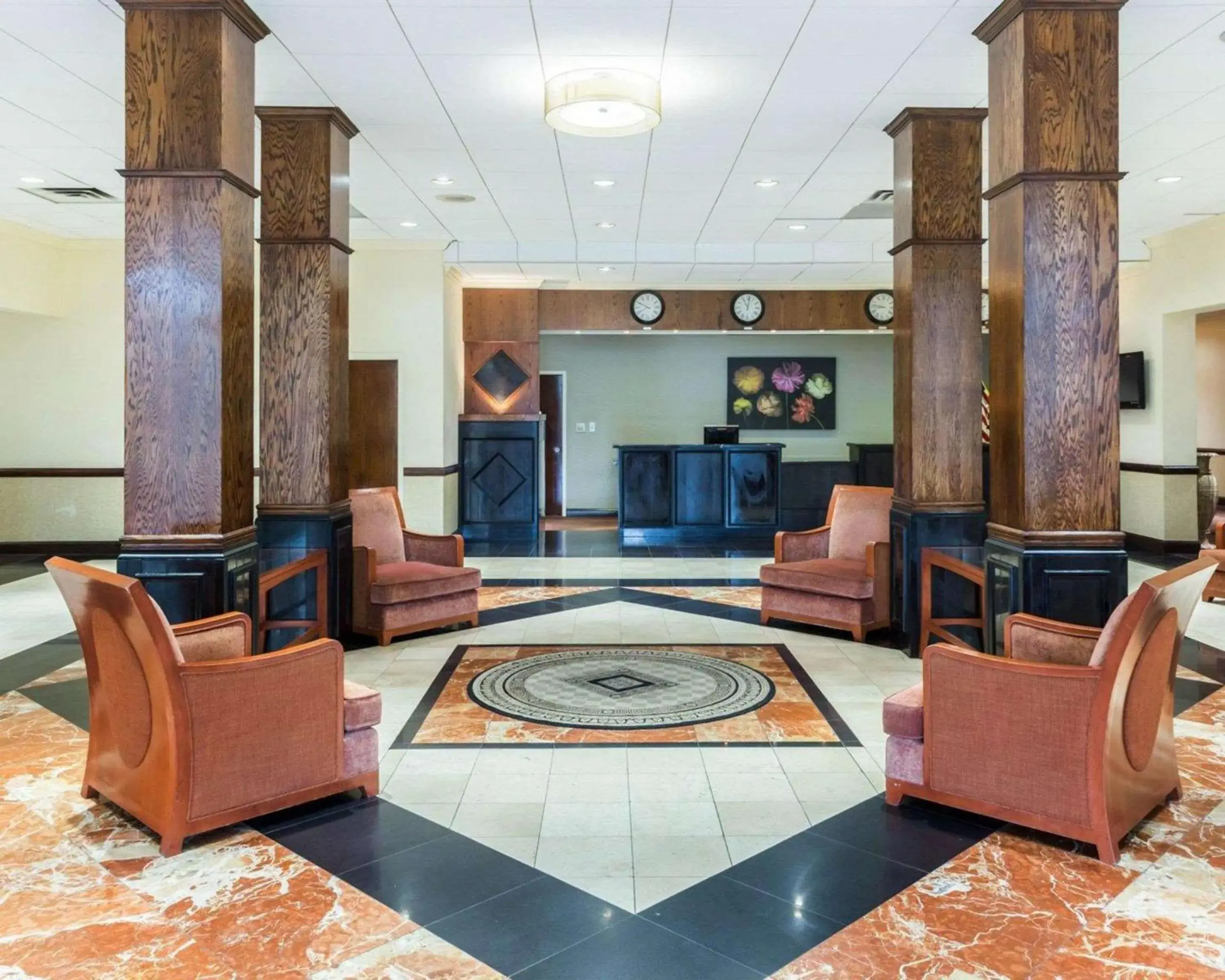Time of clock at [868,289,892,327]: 8:46
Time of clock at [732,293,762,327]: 11:01
